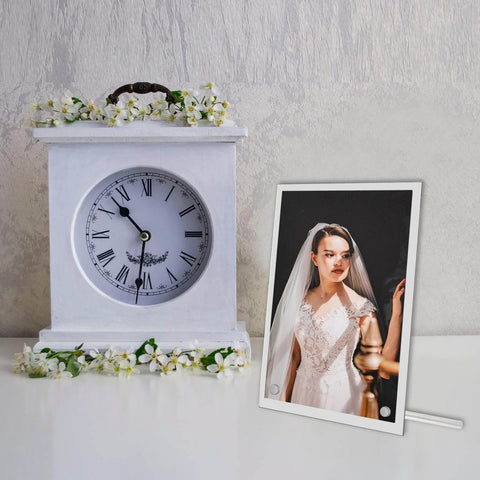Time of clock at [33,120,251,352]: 10:31
